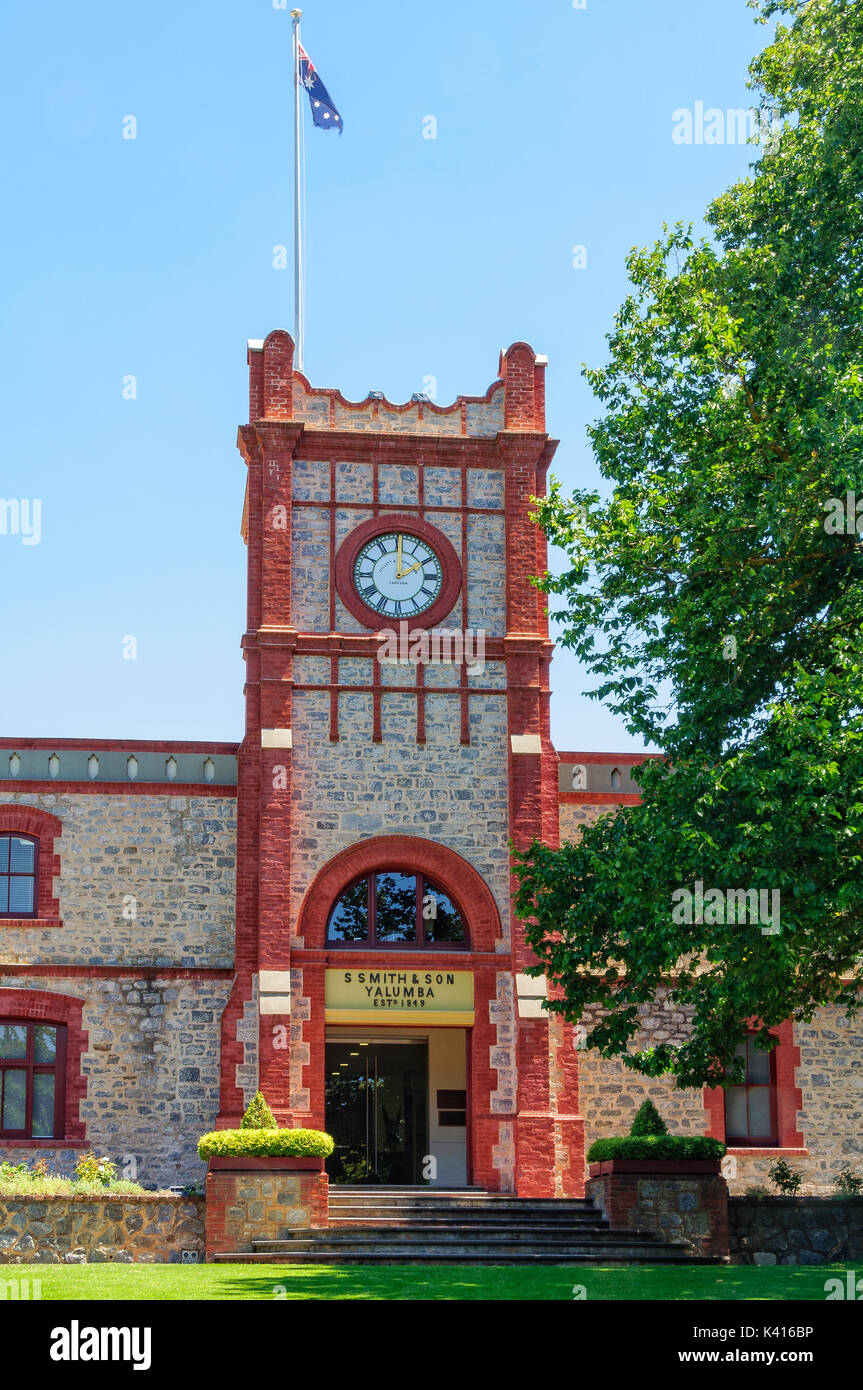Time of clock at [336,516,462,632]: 2:00
